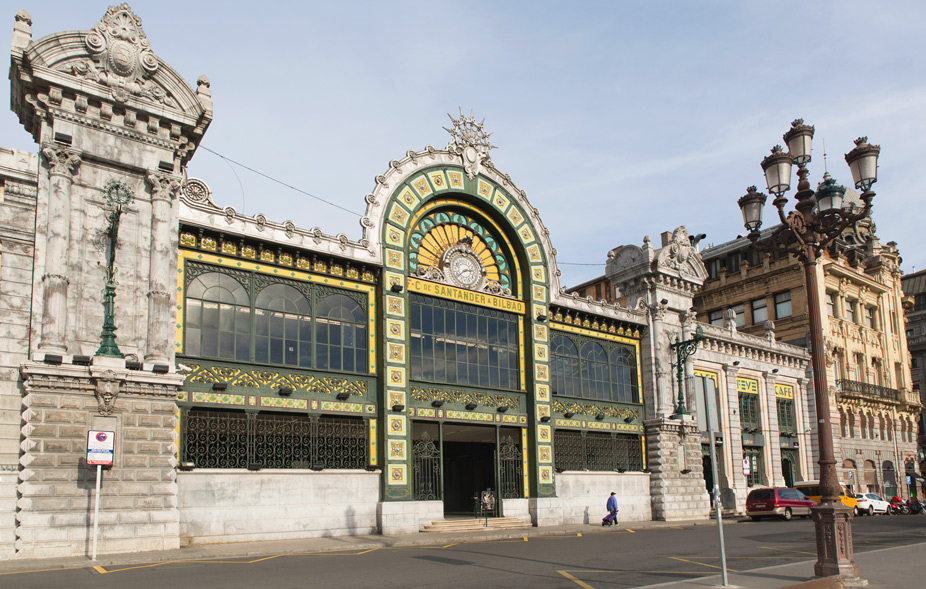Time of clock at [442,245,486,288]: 2:38
